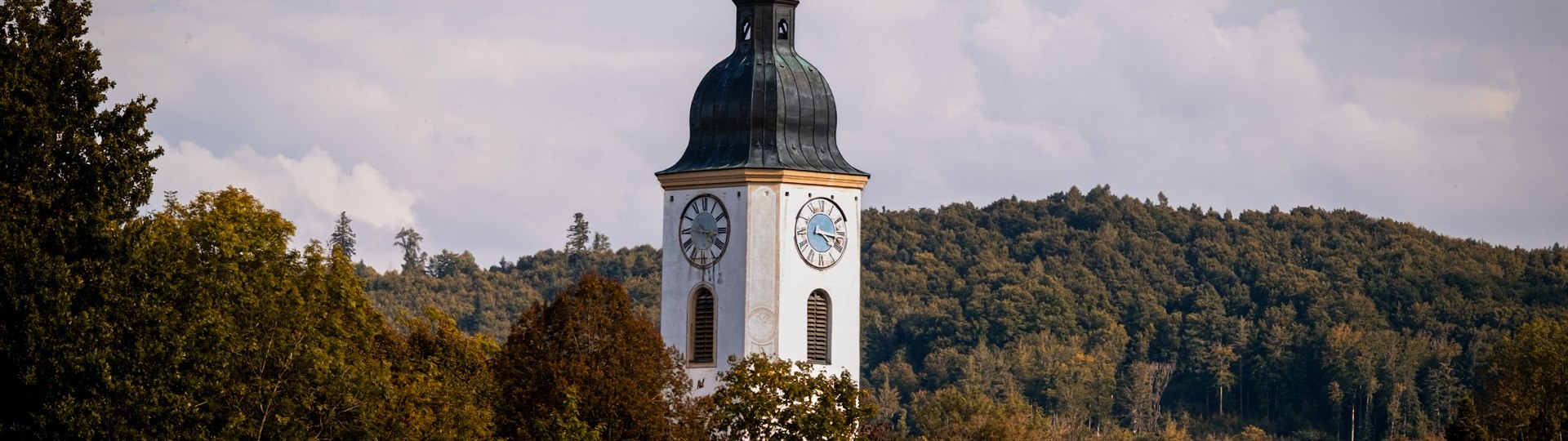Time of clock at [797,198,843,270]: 4:16
